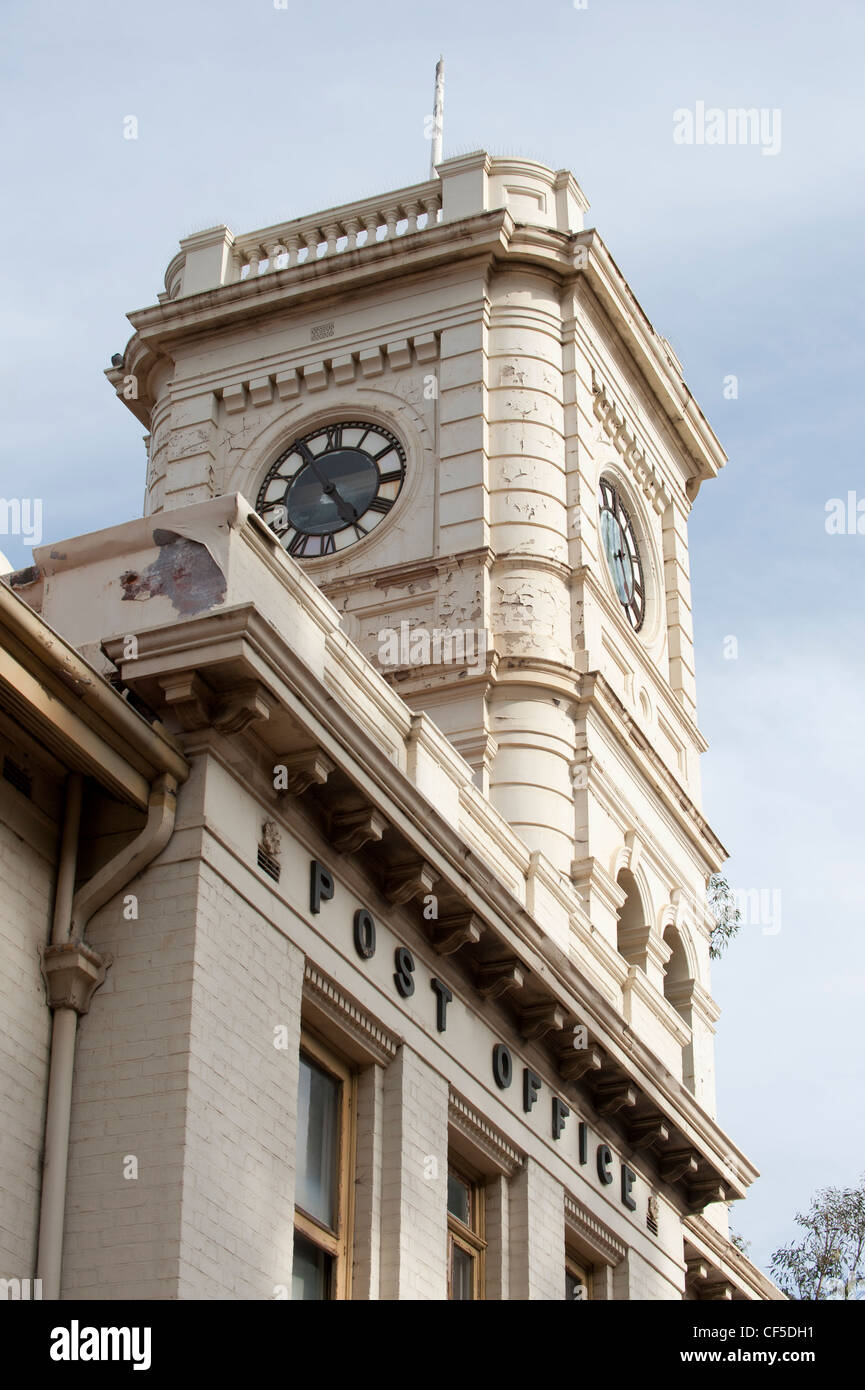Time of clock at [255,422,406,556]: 4:54
